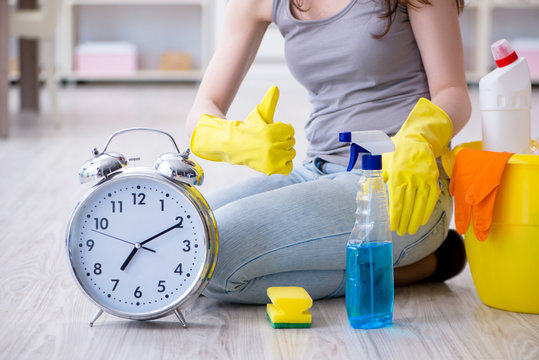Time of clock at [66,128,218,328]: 7:10
